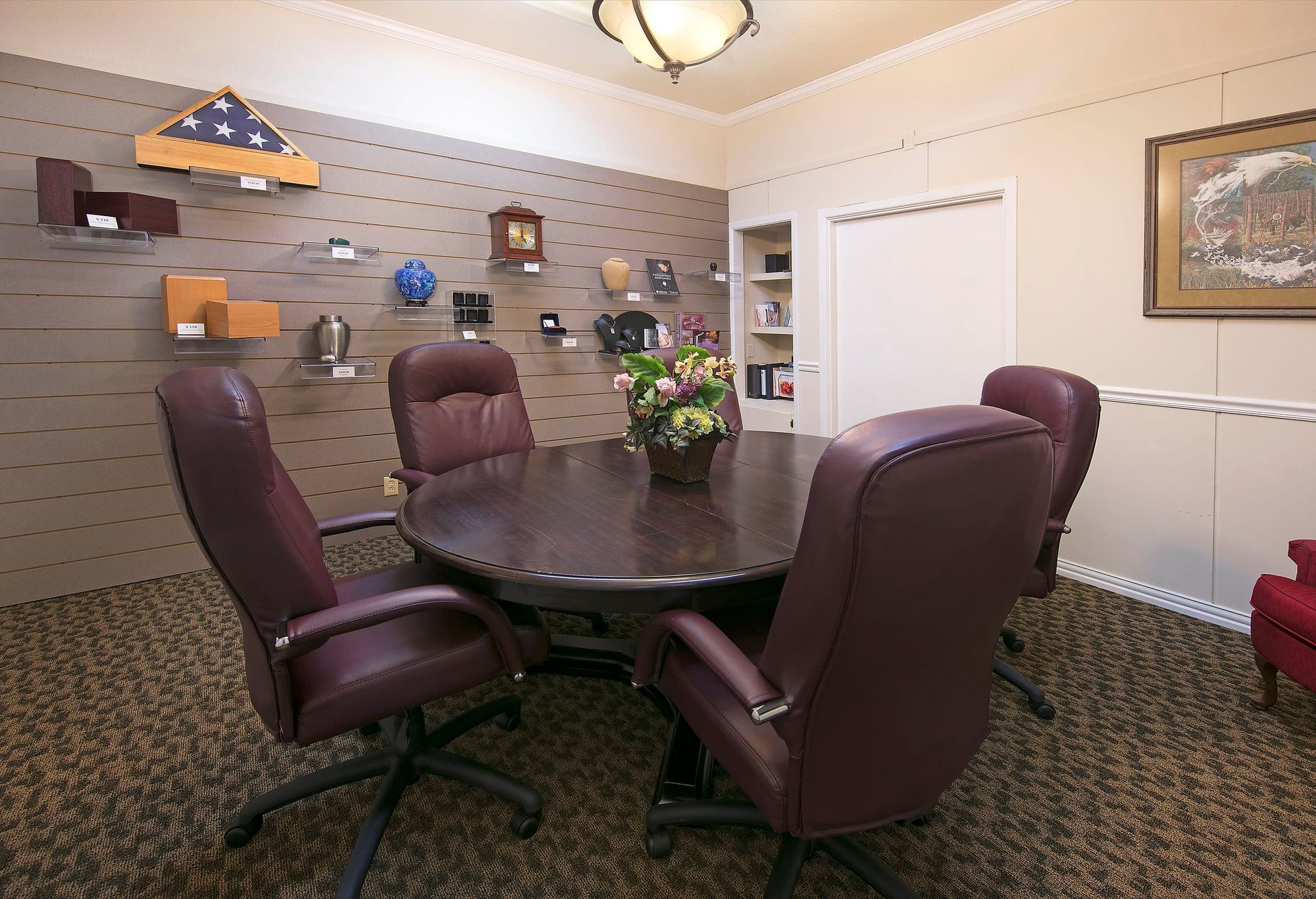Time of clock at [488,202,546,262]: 5:00
